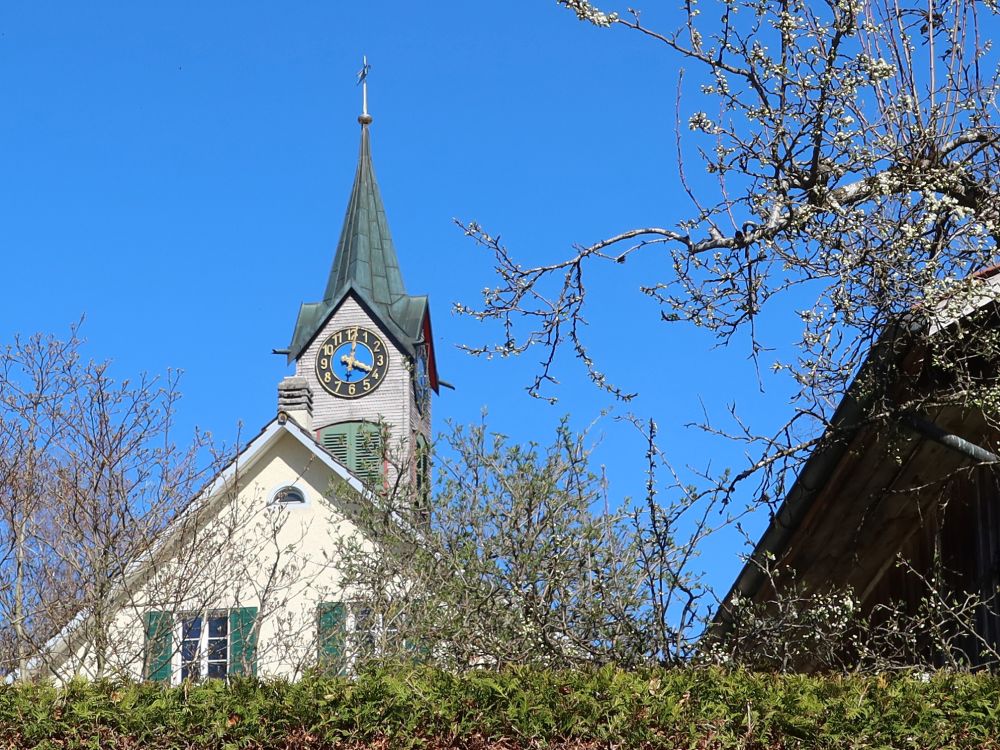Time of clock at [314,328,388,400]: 12:19
